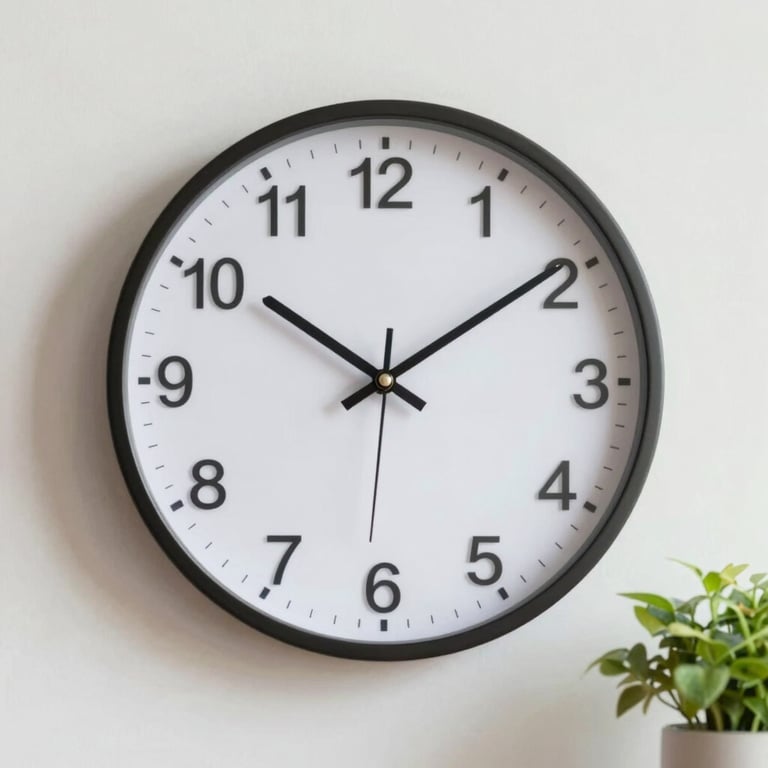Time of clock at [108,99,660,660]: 10:09
